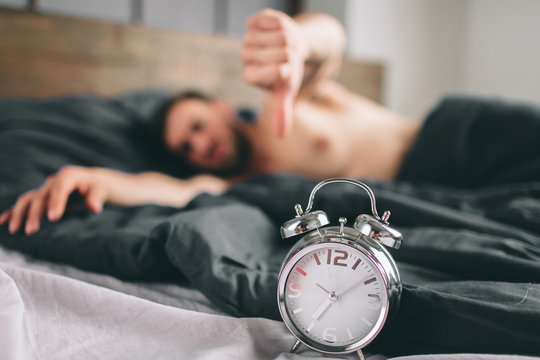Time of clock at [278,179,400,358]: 7:09
